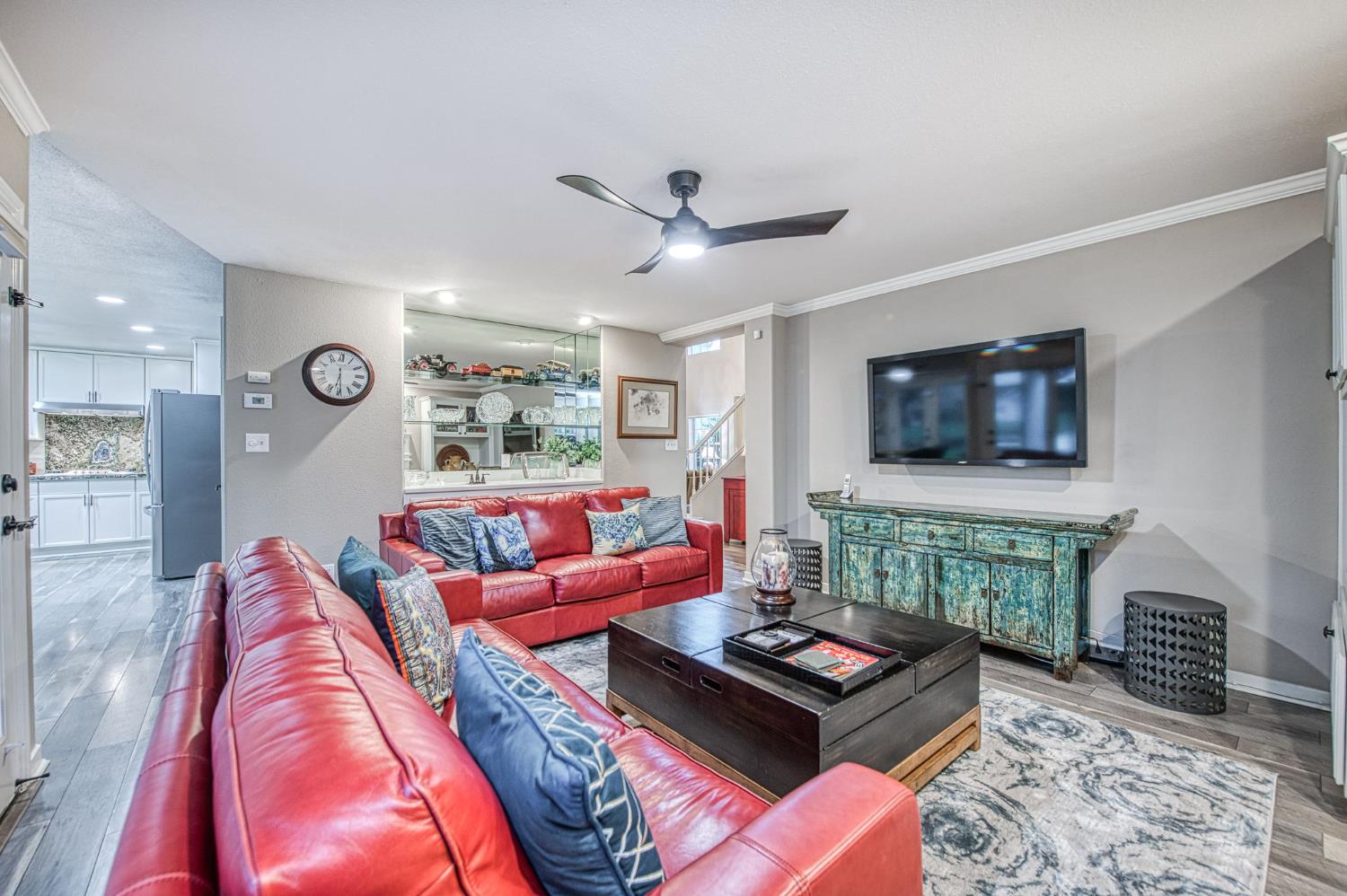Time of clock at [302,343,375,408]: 6:29
